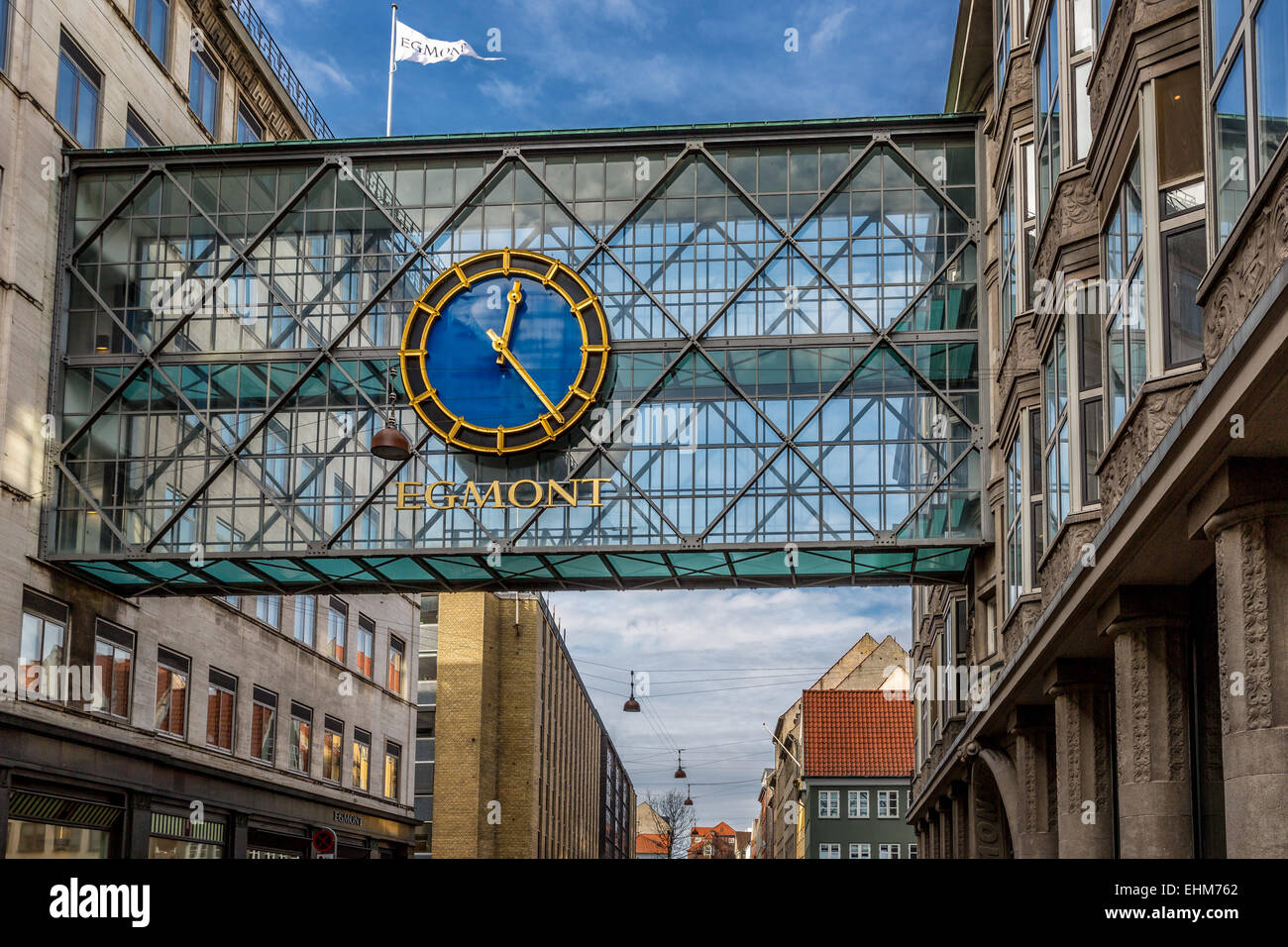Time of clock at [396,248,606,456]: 12:23
